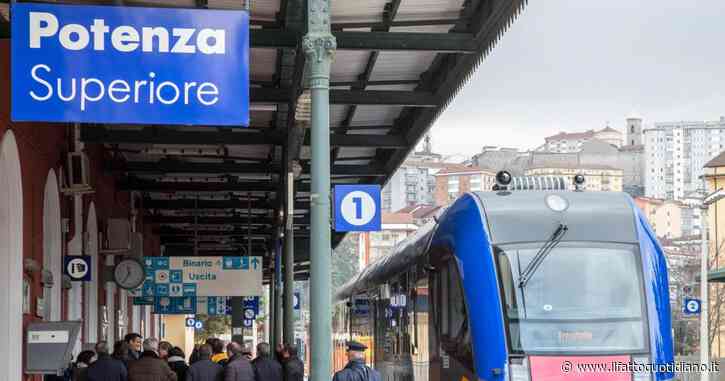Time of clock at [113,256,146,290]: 11:35
